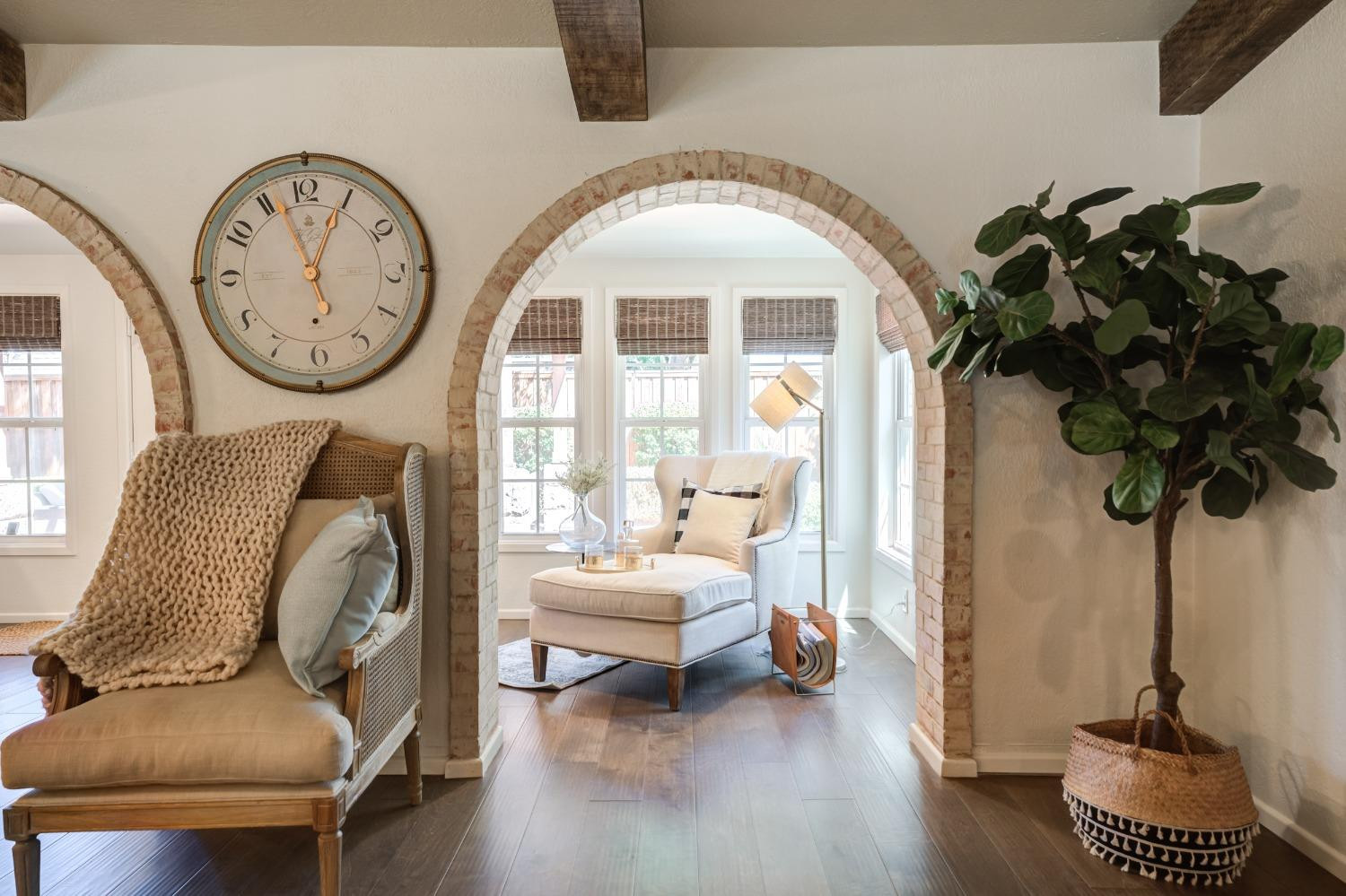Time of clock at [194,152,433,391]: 12:56
